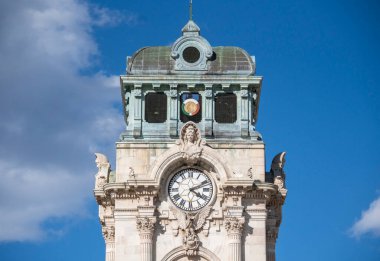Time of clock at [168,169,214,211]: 4:10
